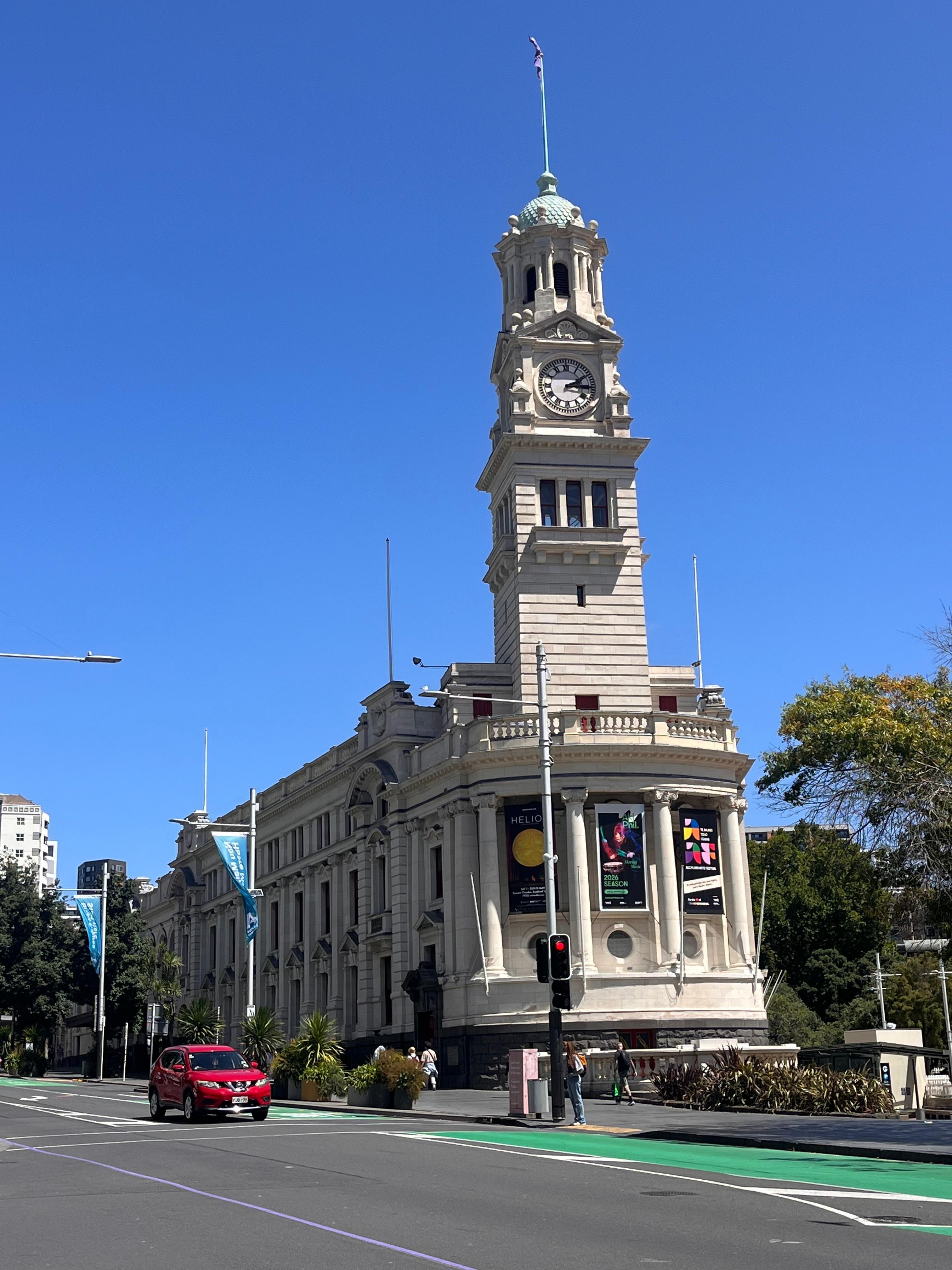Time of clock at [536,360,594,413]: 2:15
